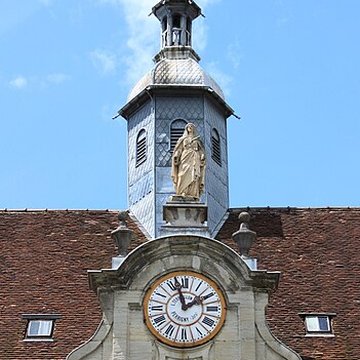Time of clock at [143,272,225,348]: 1:57
